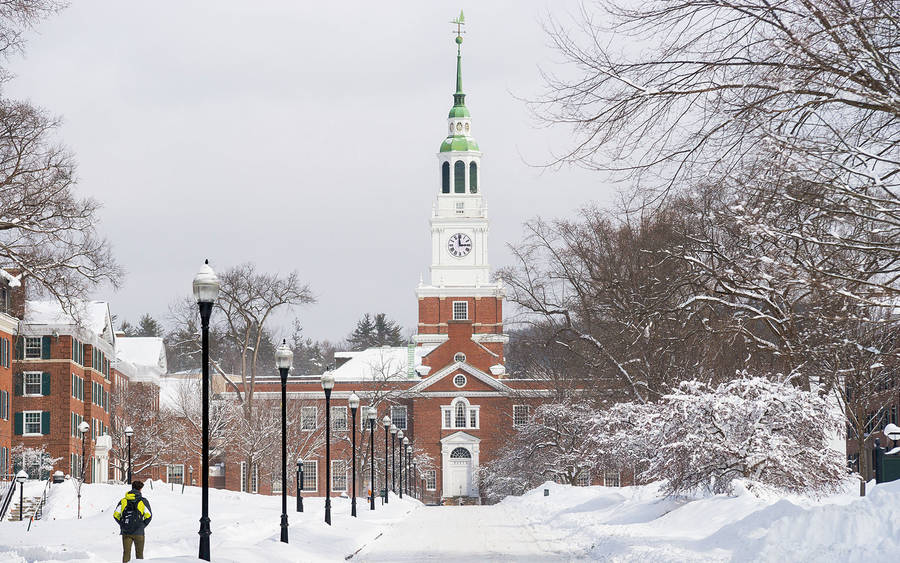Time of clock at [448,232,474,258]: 2:59
